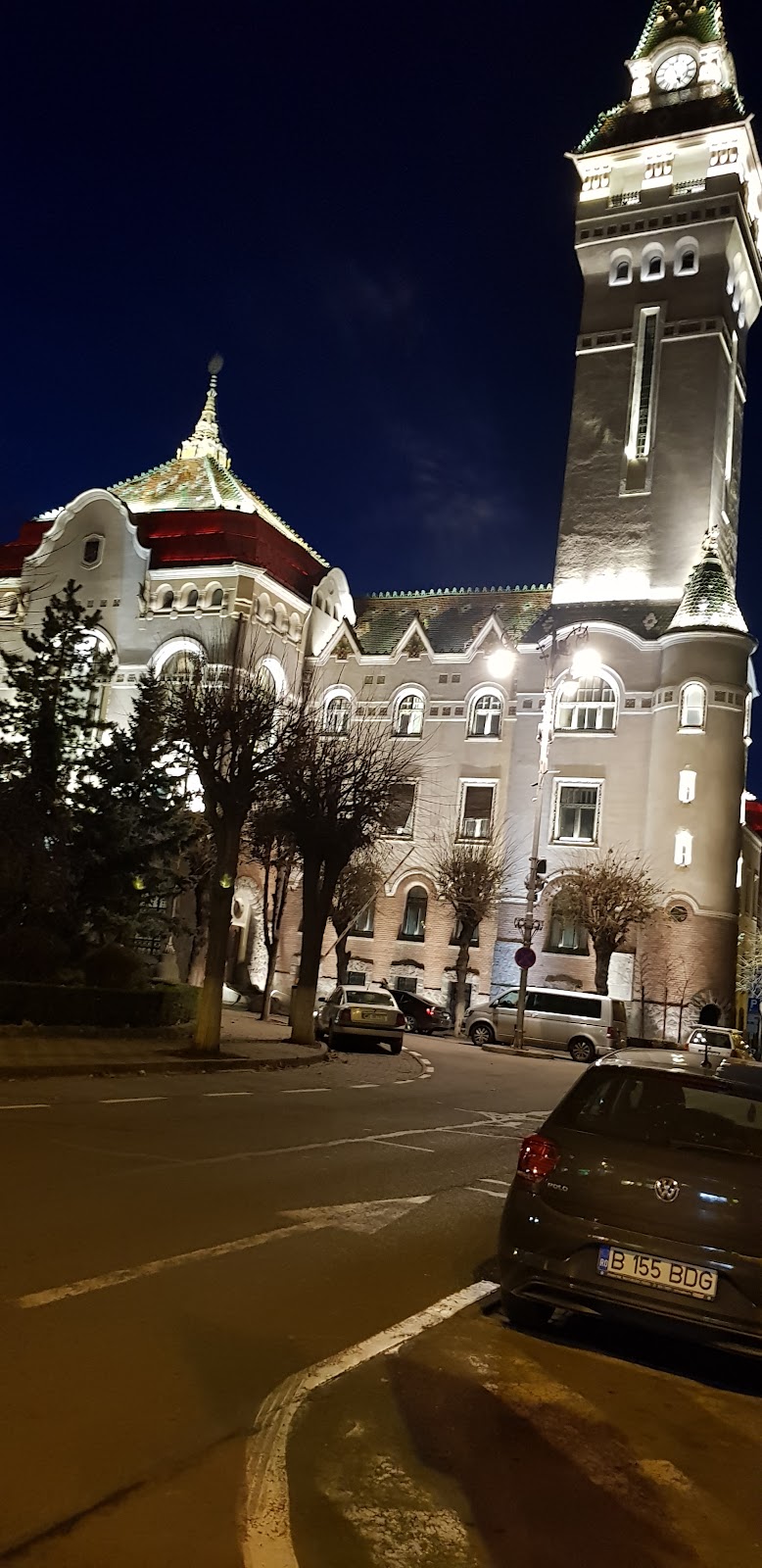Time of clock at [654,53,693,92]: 5:26
